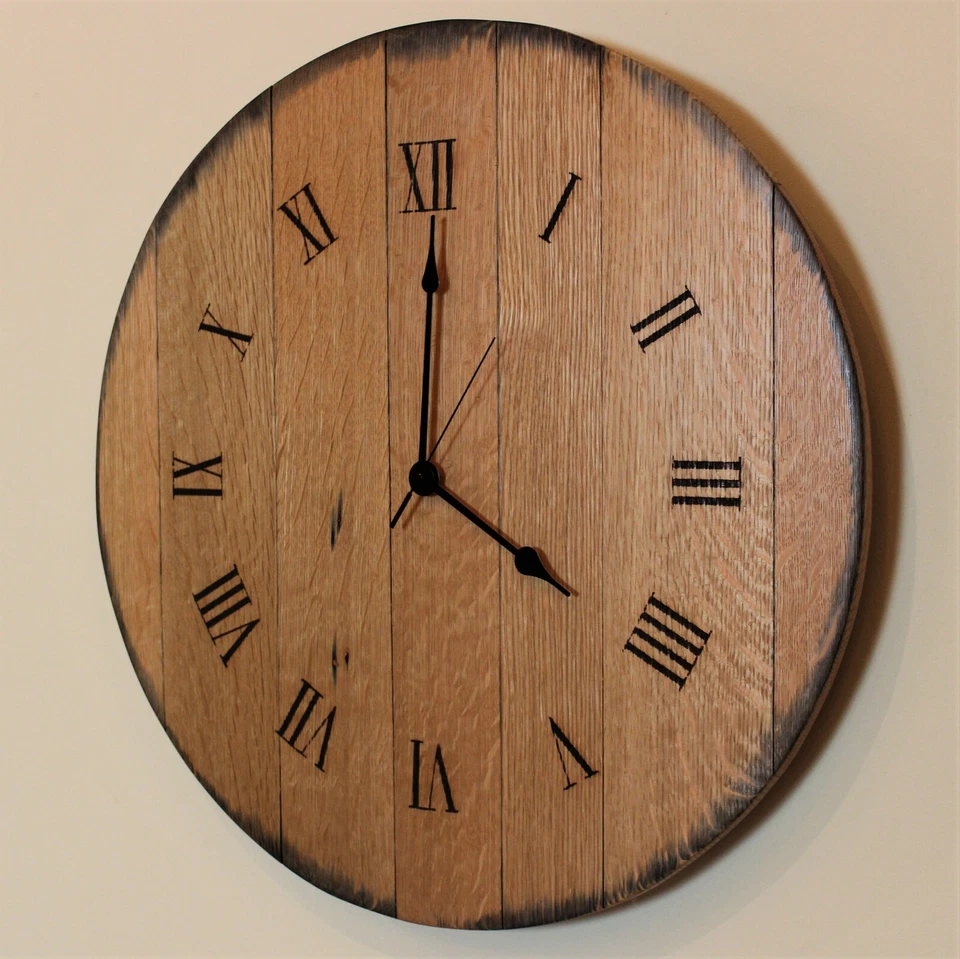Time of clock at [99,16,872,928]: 4:00
